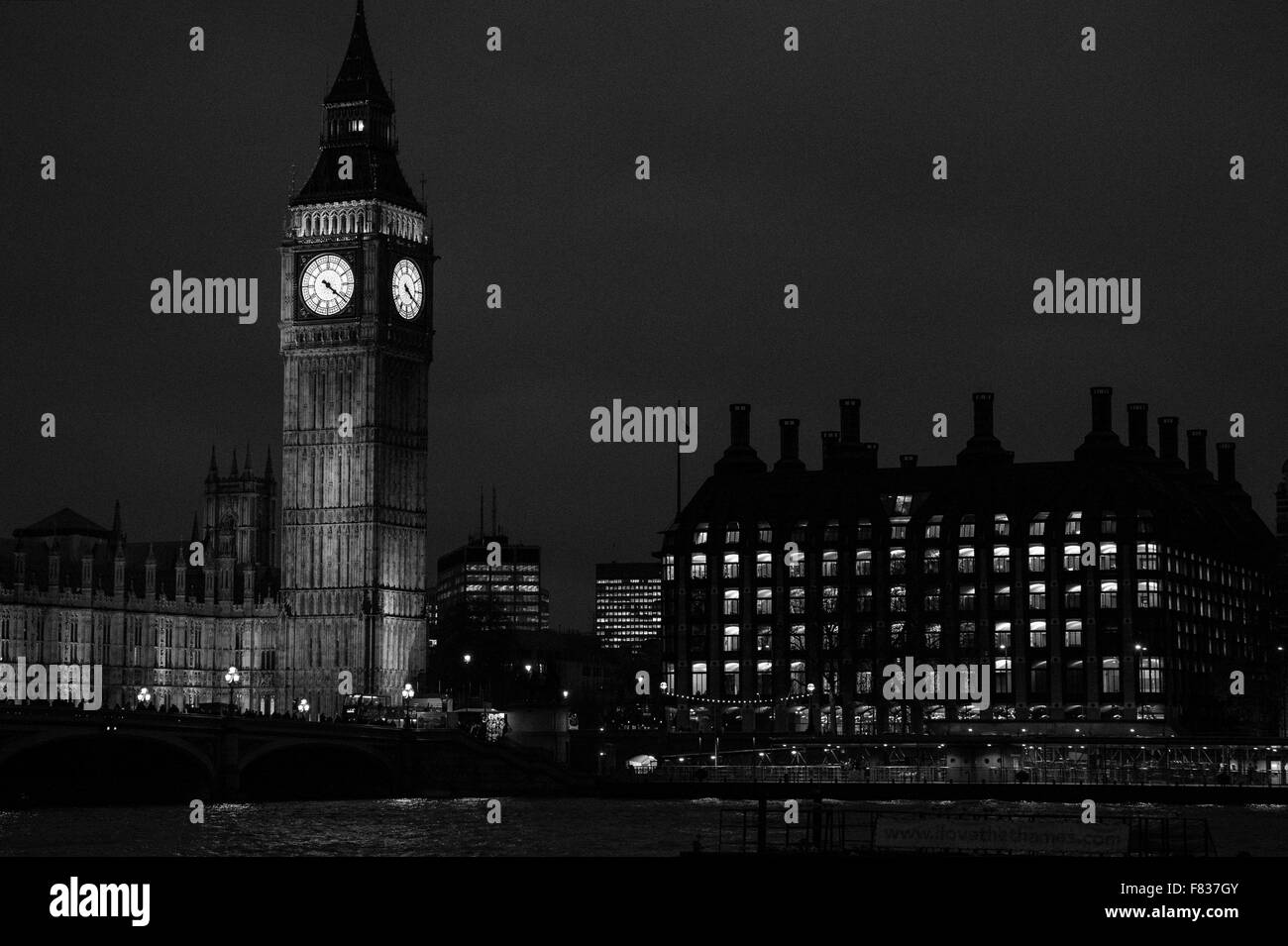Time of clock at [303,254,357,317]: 4:21
